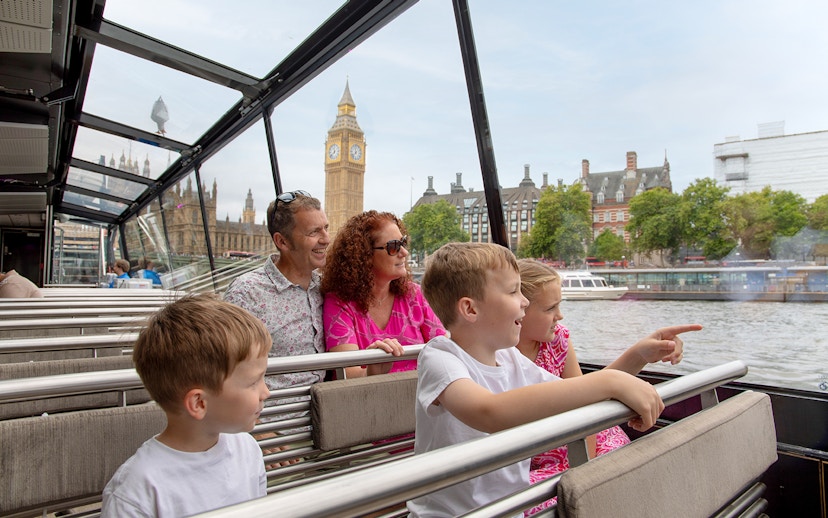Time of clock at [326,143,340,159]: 11:37
